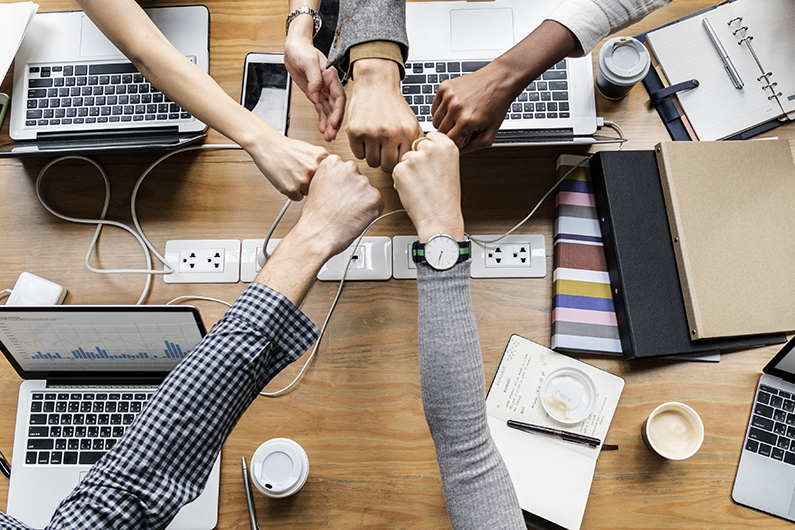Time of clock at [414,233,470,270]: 6:33
